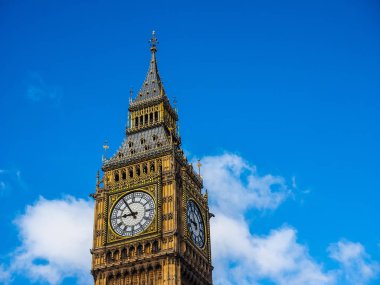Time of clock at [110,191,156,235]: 8:54
